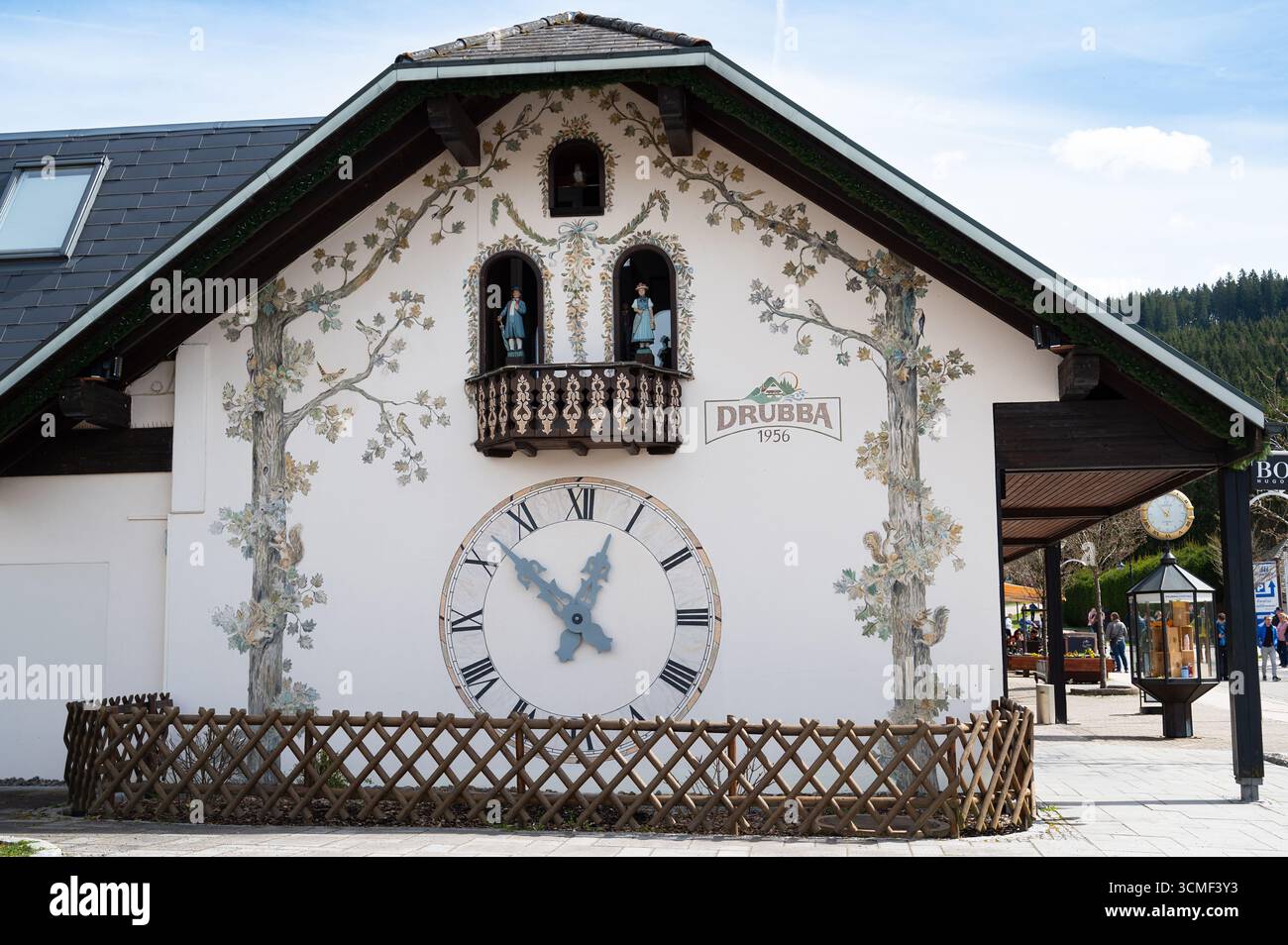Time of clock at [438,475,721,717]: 12:52
